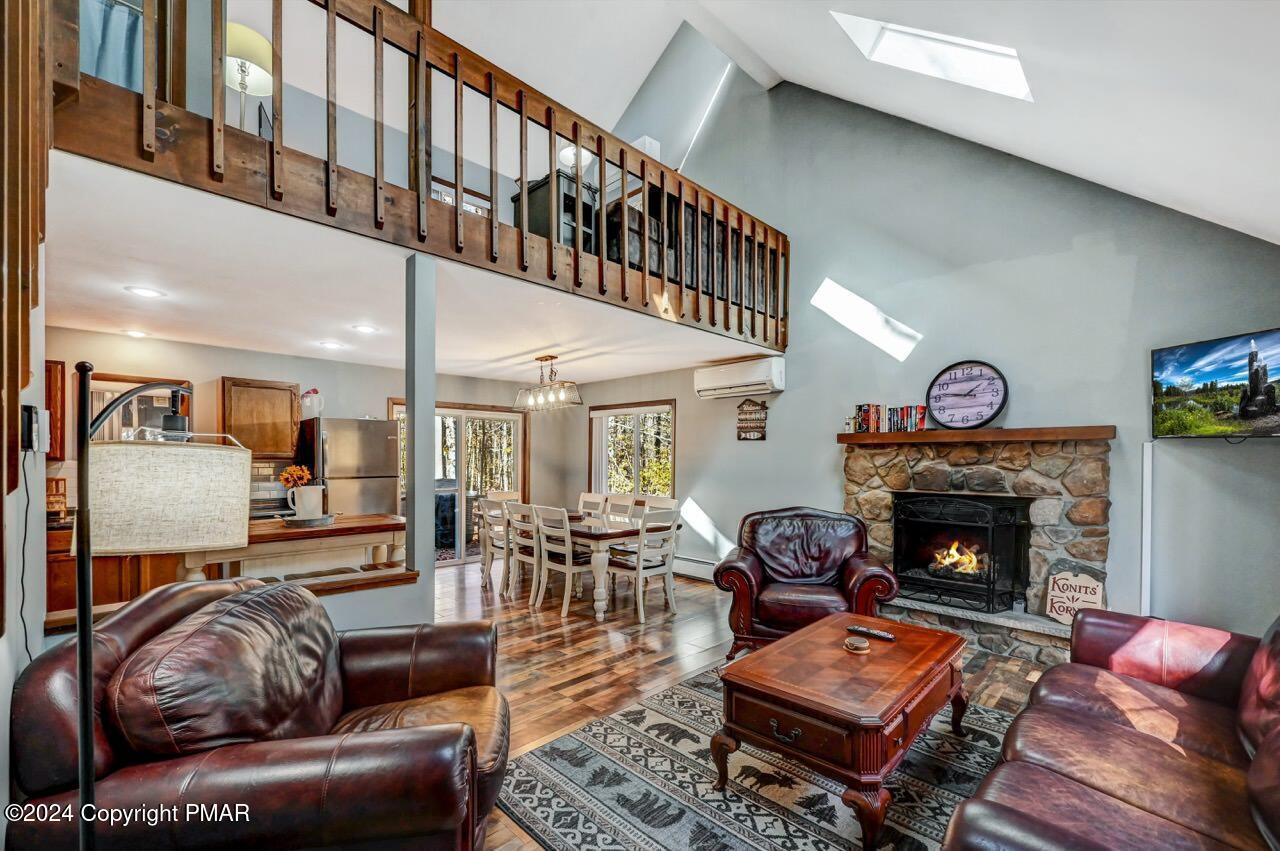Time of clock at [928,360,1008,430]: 1:46
